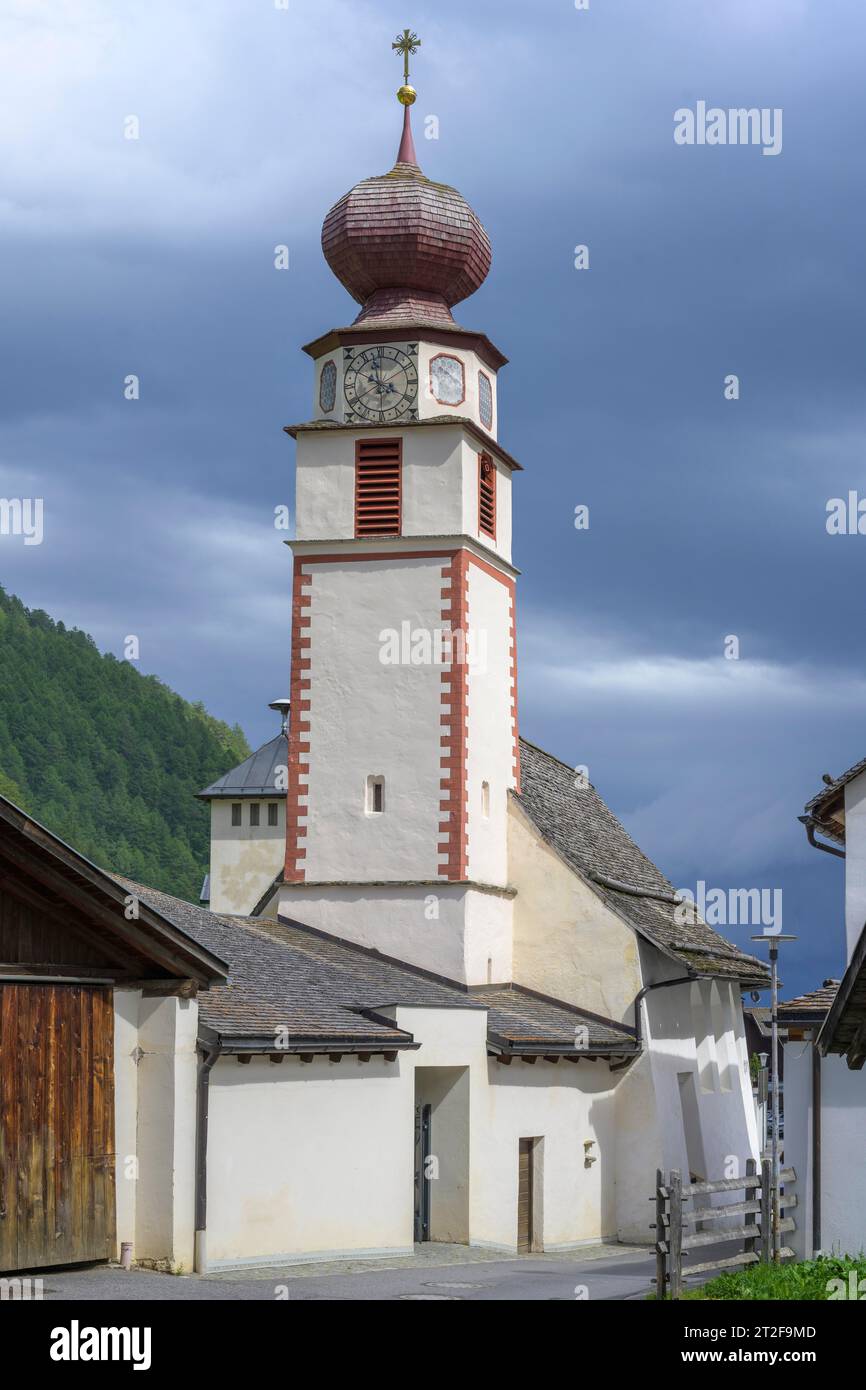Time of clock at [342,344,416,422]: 3:58
